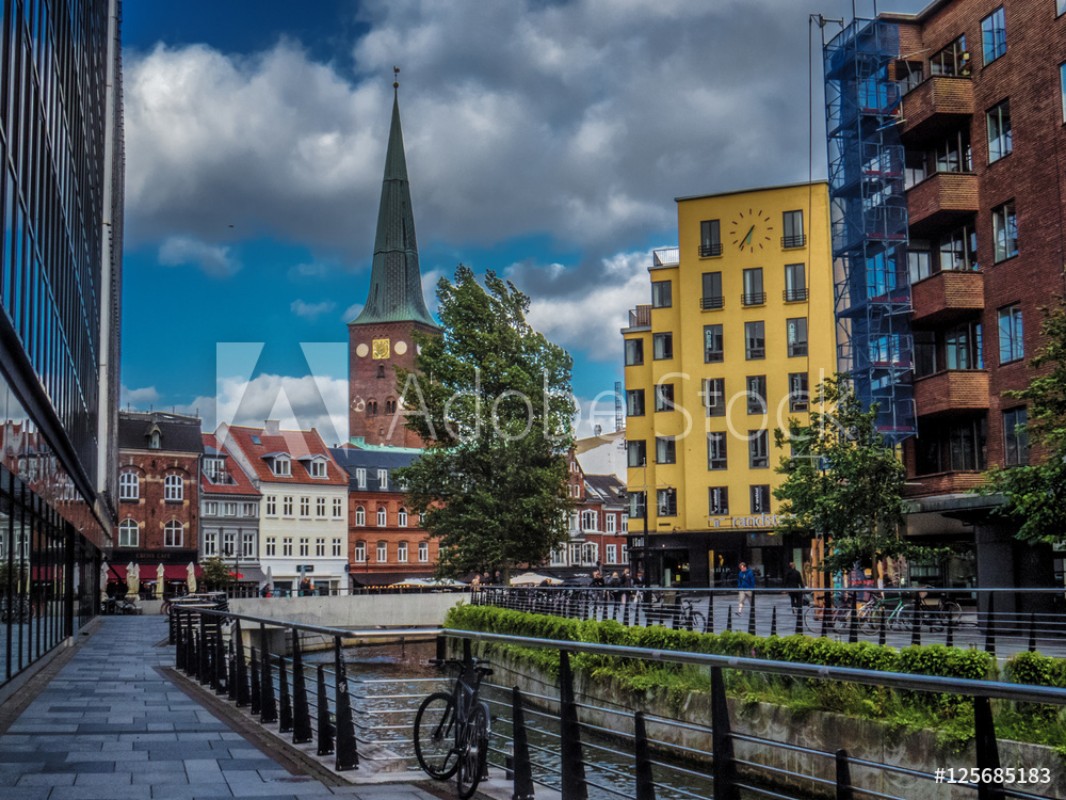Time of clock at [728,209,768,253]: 6:36
